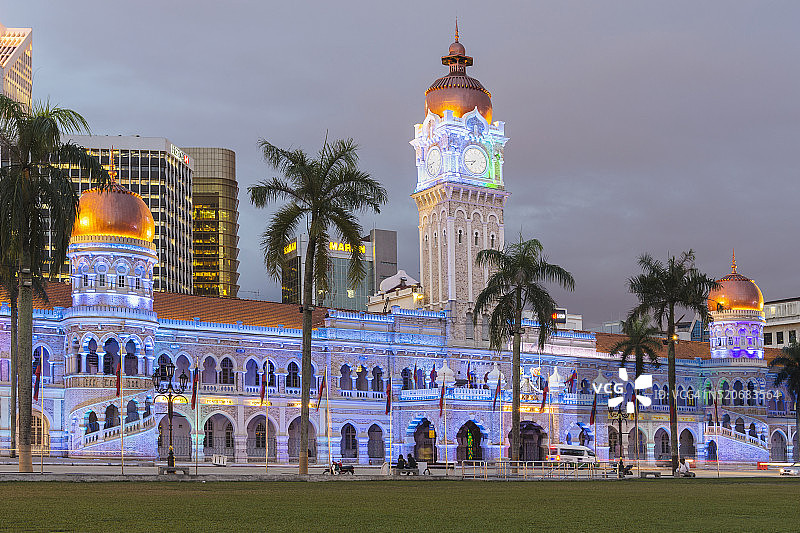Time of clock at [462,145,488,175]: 7:43
